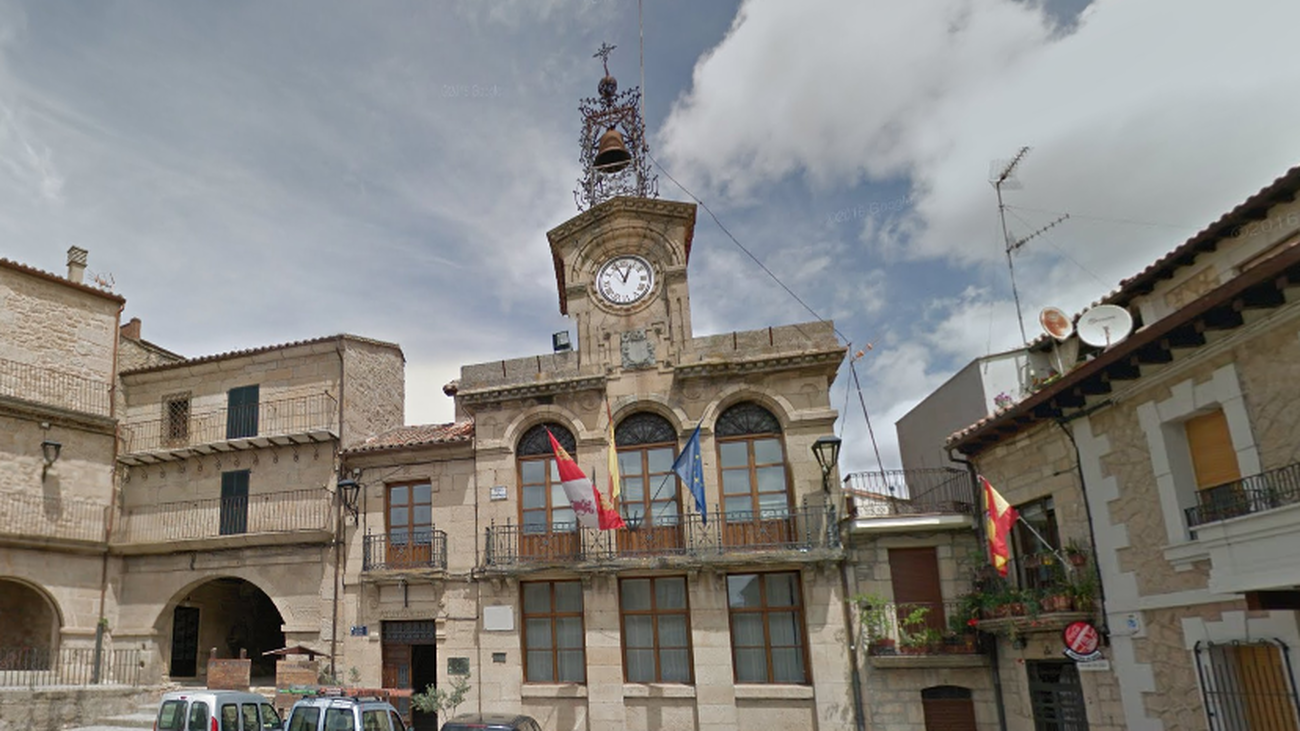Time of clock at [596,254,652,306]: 12:55
